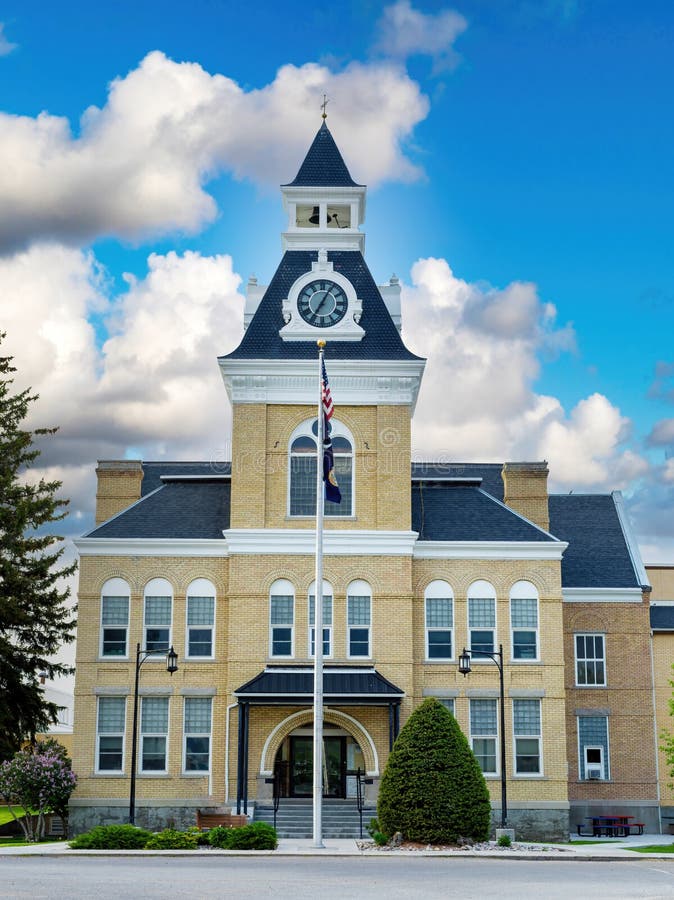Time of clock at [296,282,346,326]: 7:05
